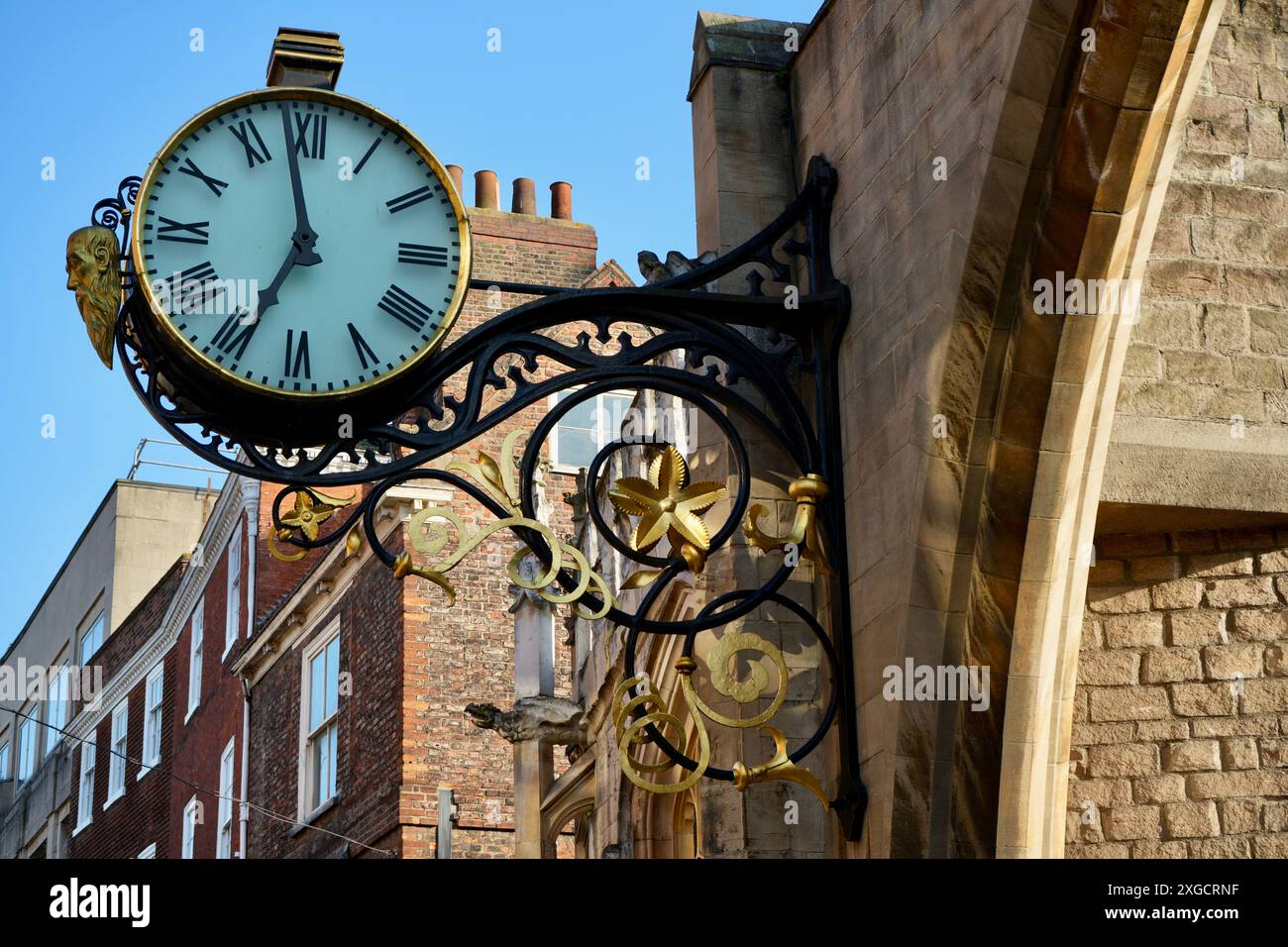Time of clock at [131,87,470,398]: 6:58
